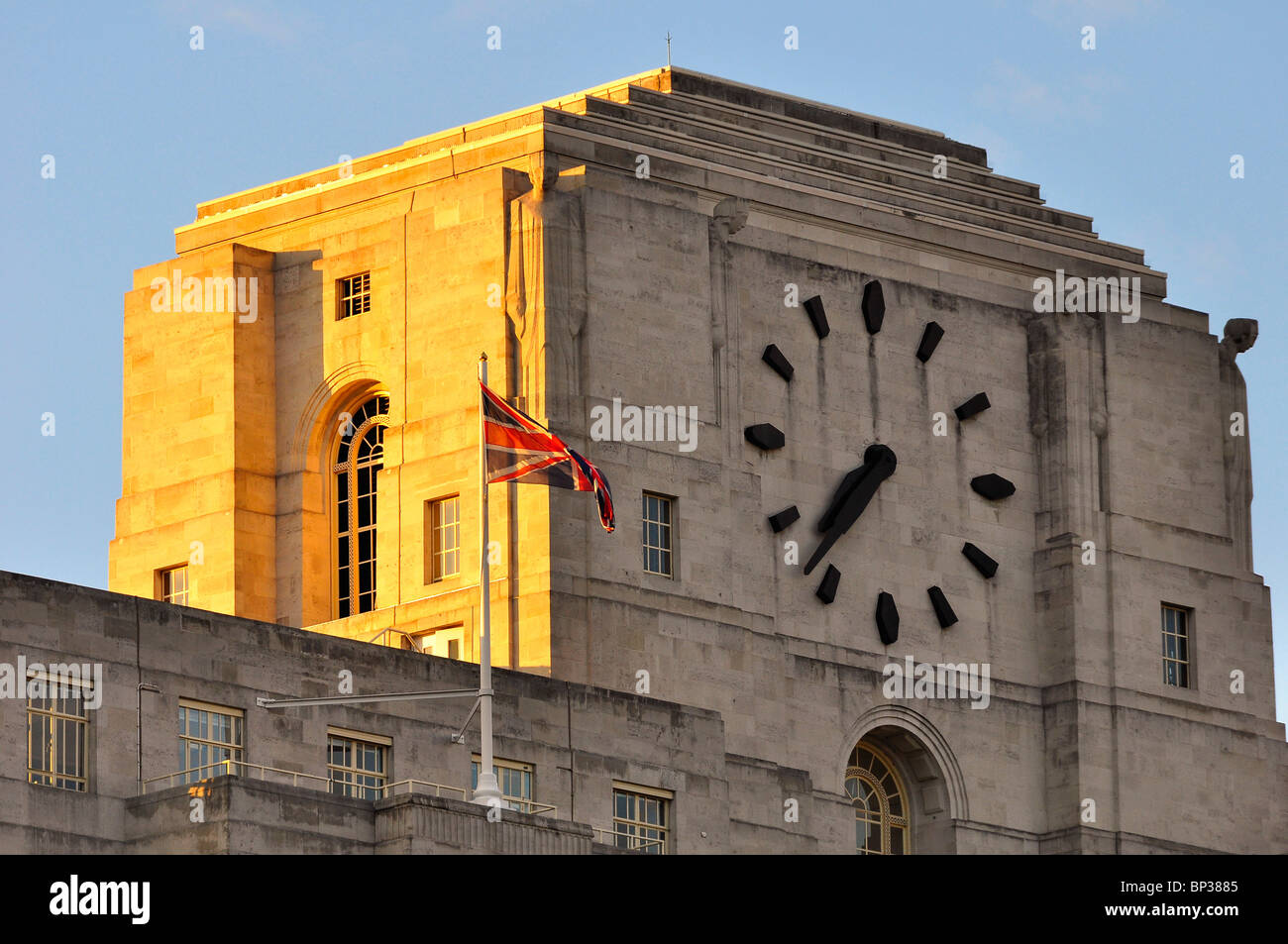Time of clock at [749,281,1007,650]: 7:37
